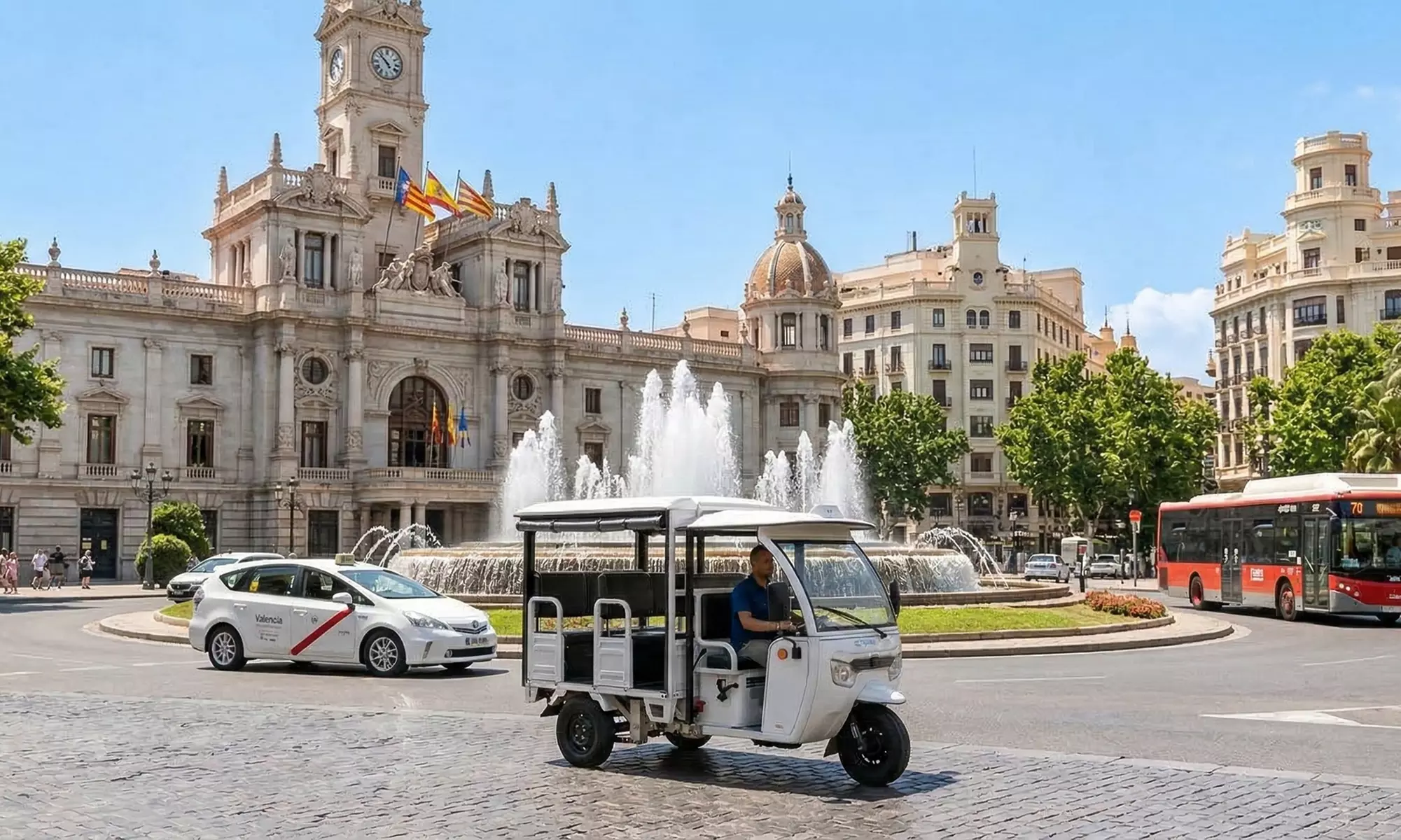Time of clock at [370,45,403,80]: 4:52
